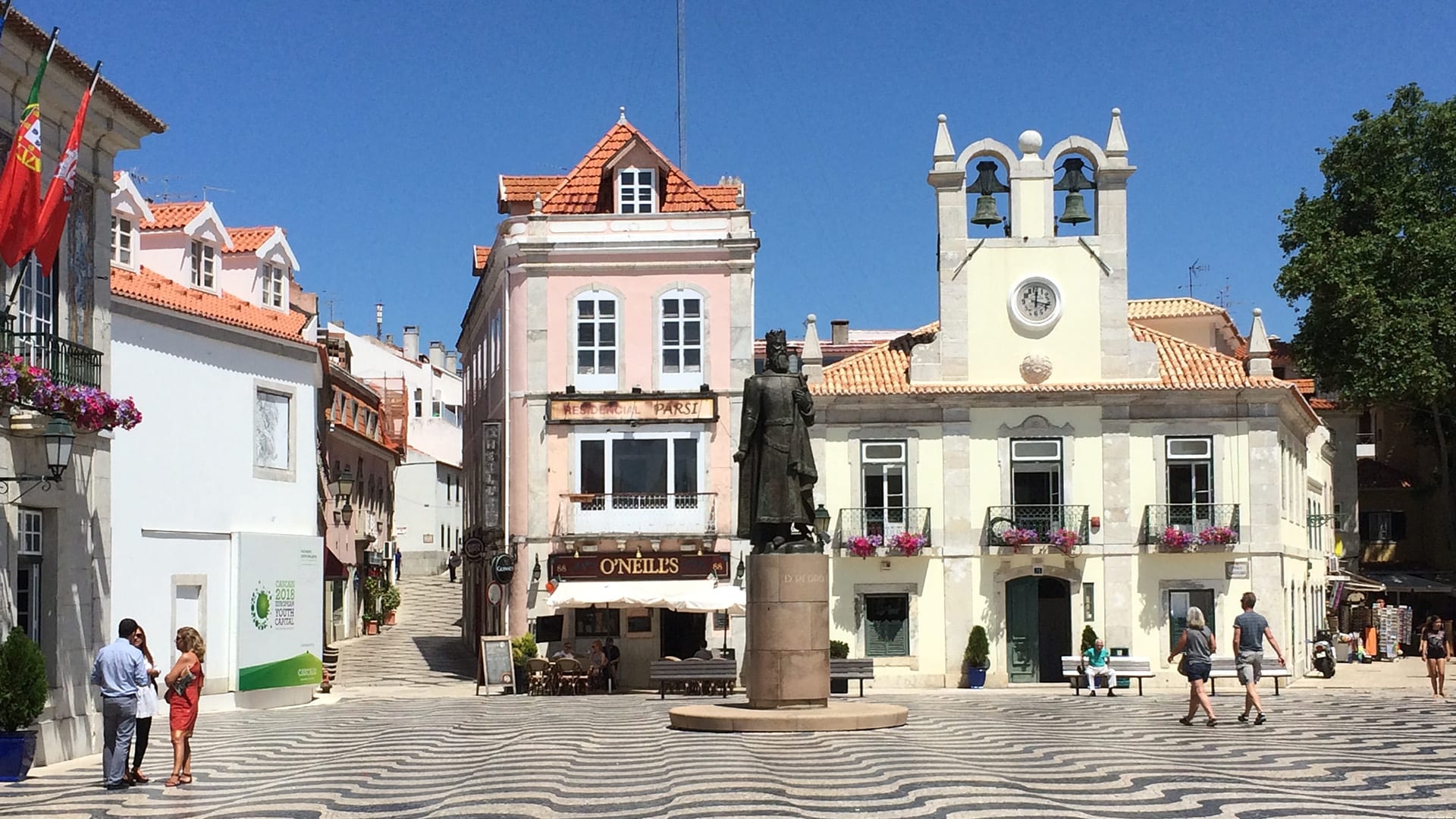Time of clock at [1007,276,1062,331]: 12:17
